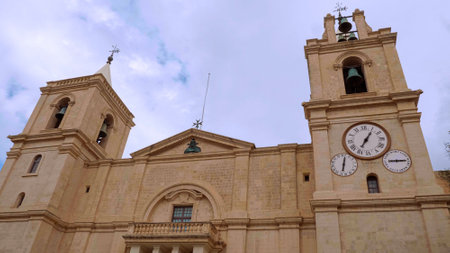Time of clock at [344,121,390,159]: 7:05
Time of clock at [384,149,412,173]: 8:12
